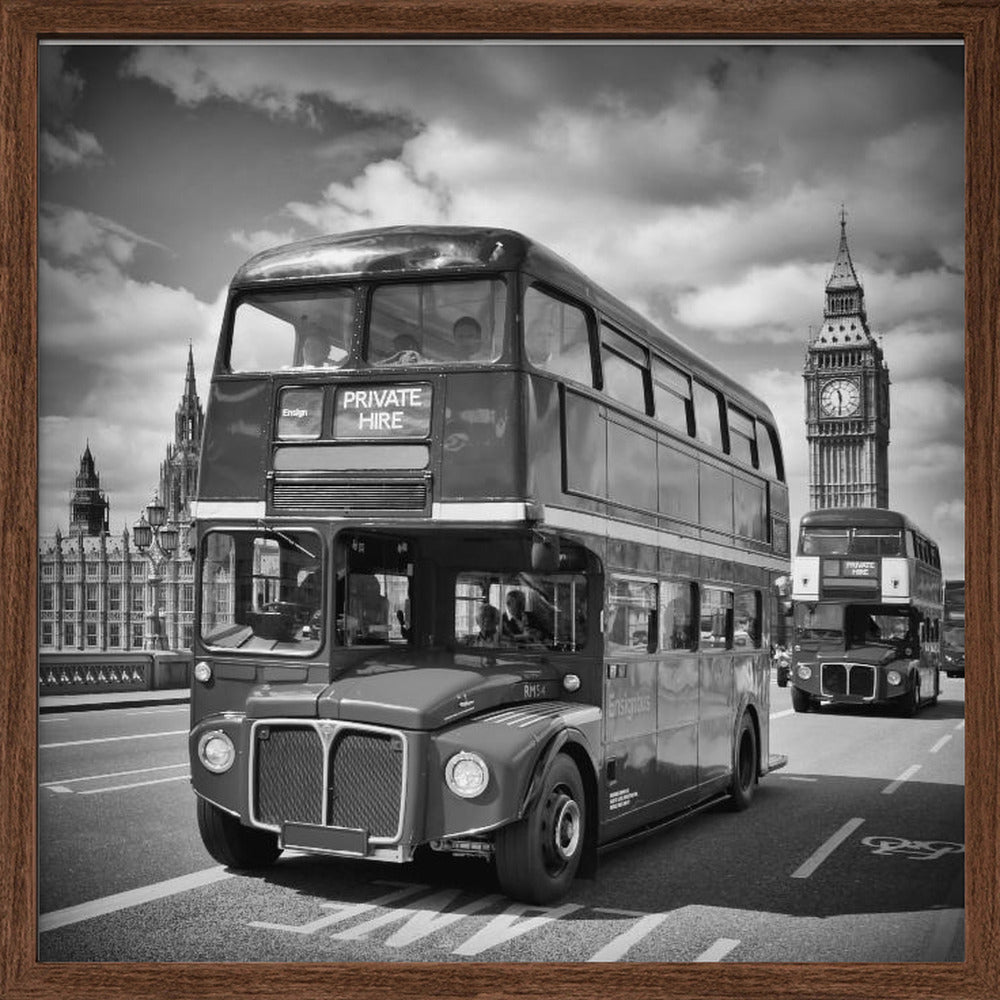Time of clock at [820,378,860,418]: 11:30
